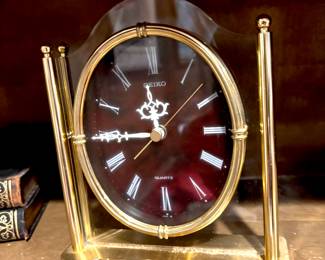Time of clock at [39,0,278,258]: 11:44
